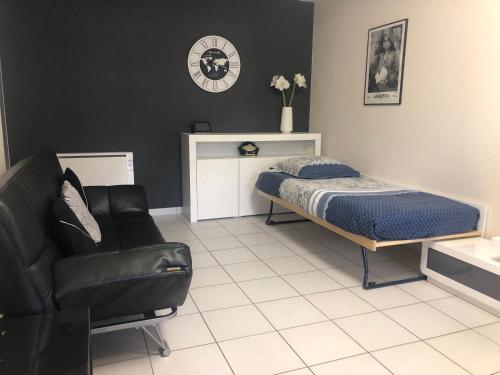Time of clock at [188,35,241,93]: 7:18
